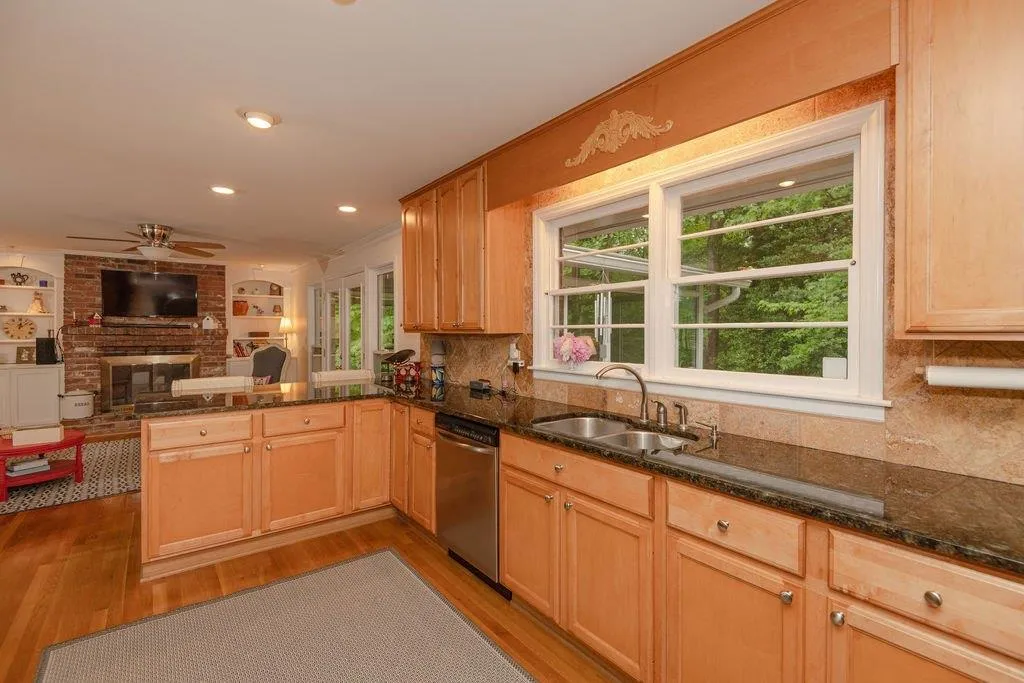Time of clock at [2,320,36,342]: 12:07
